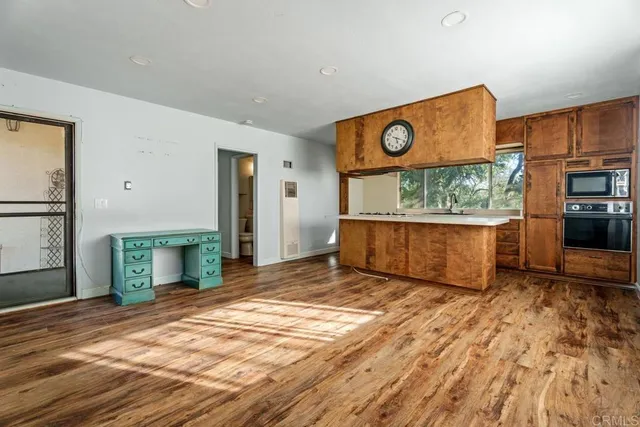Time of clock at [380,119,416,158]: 5:18
